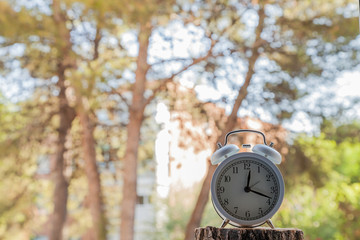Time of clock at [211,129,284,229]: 12:18
